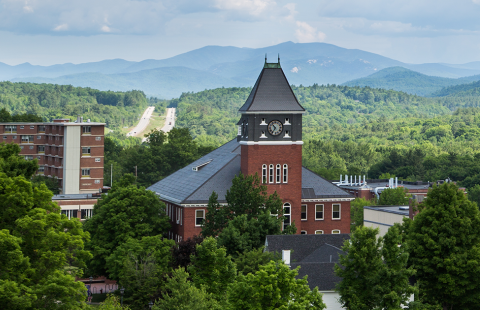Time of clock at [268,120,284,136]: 10:36
